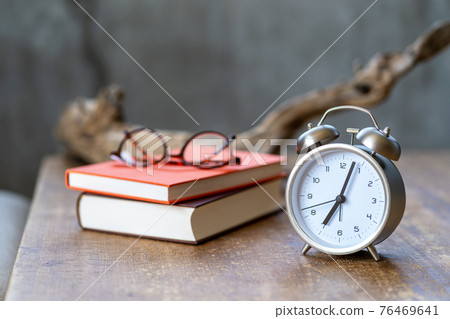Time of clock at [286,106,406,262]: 7:03
